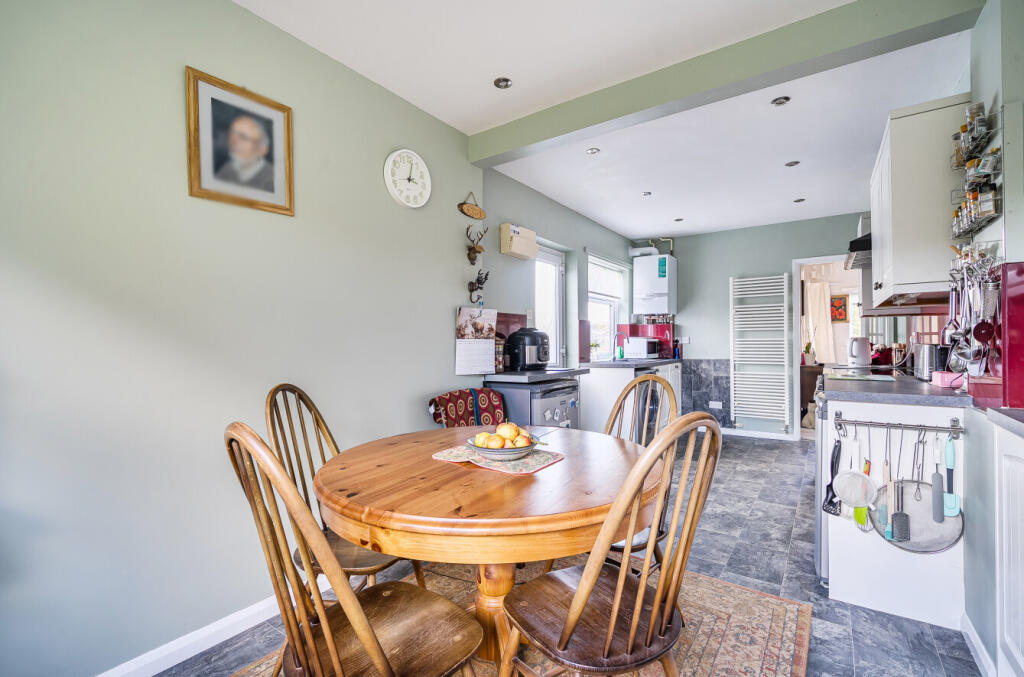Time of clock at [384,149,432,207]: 3:01
